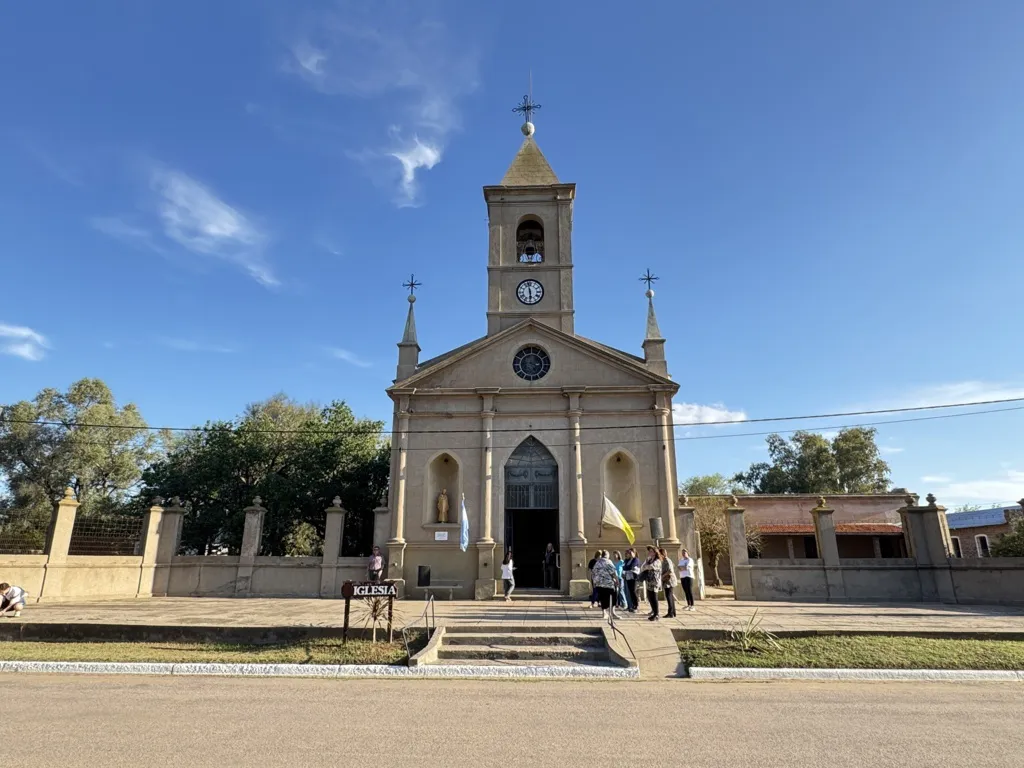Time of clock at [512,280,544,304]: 5:57
